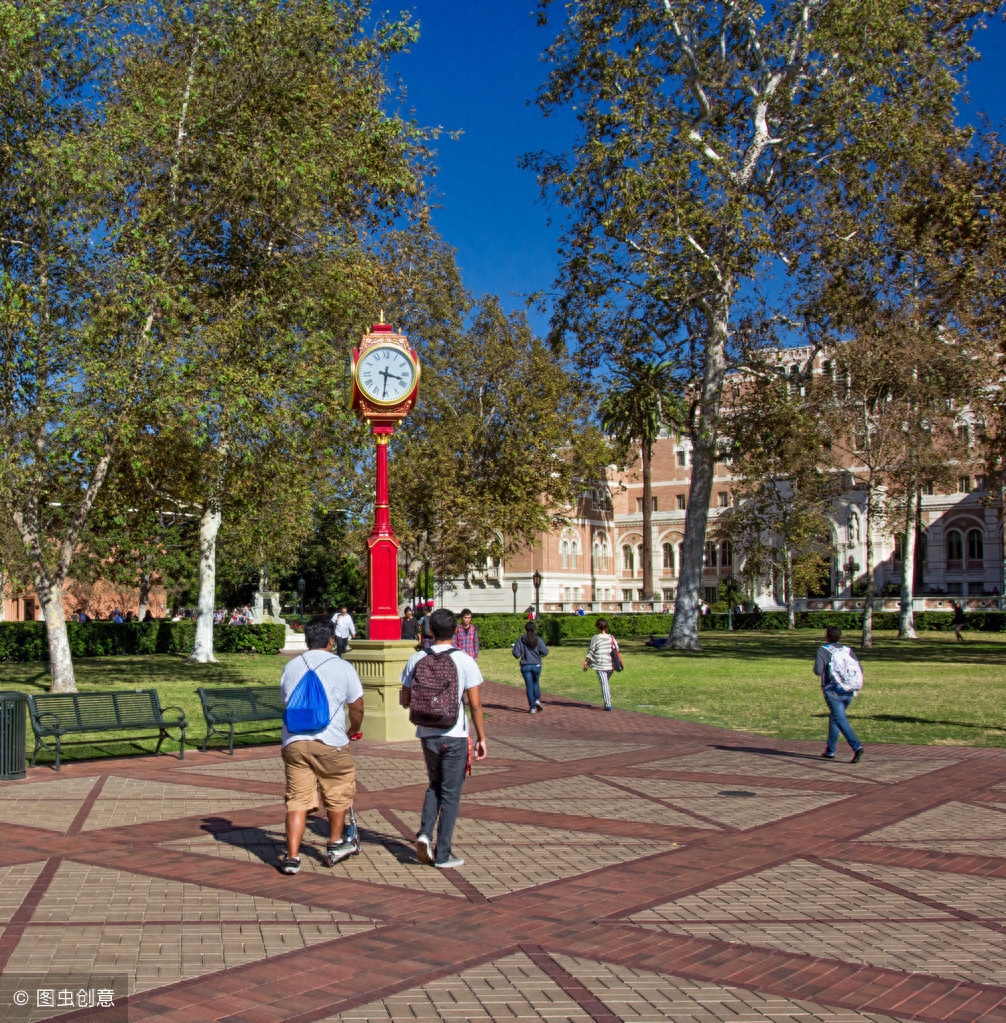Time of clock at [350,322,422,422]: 3:31
